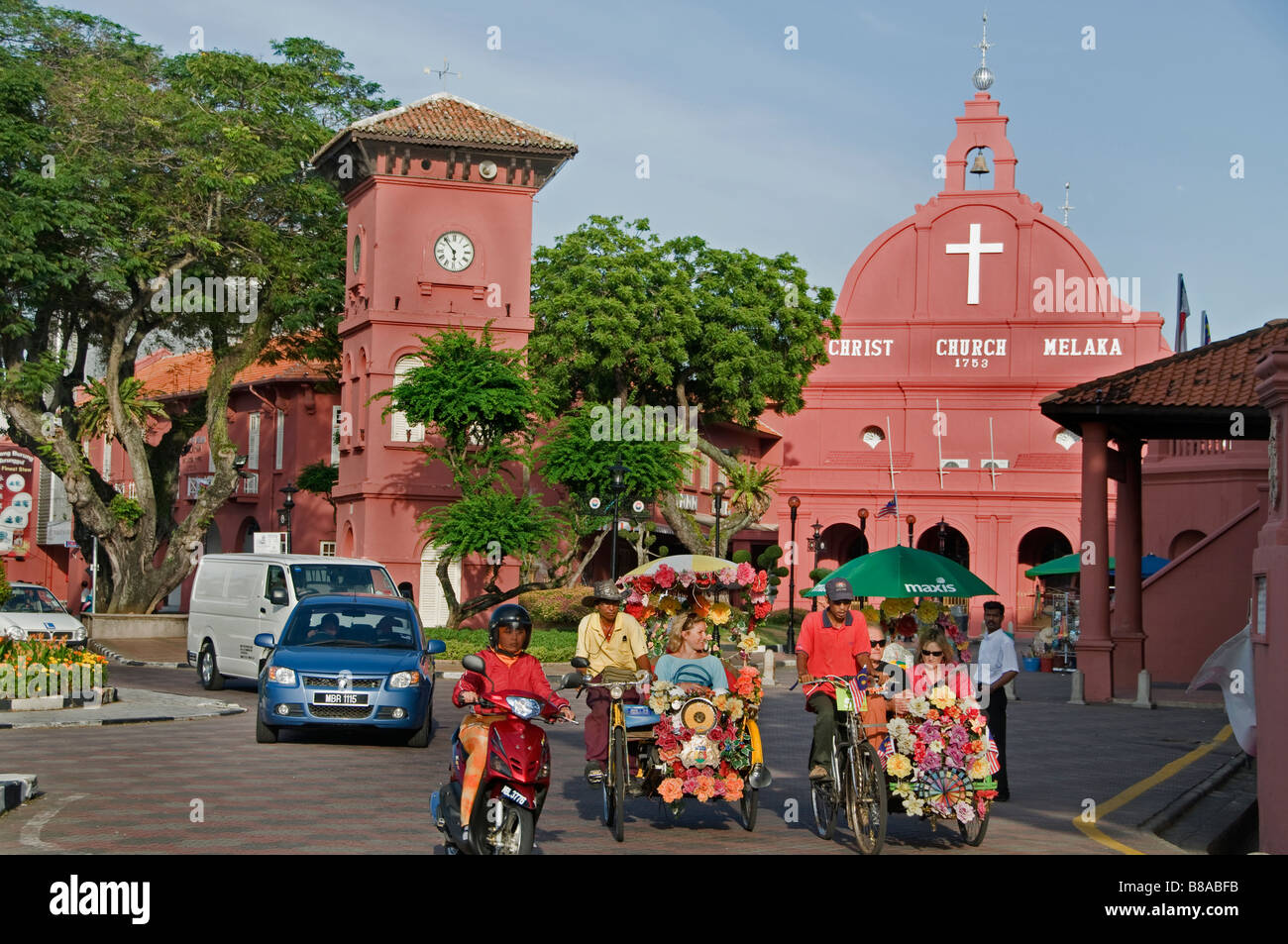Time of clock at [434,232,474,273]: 5:53
